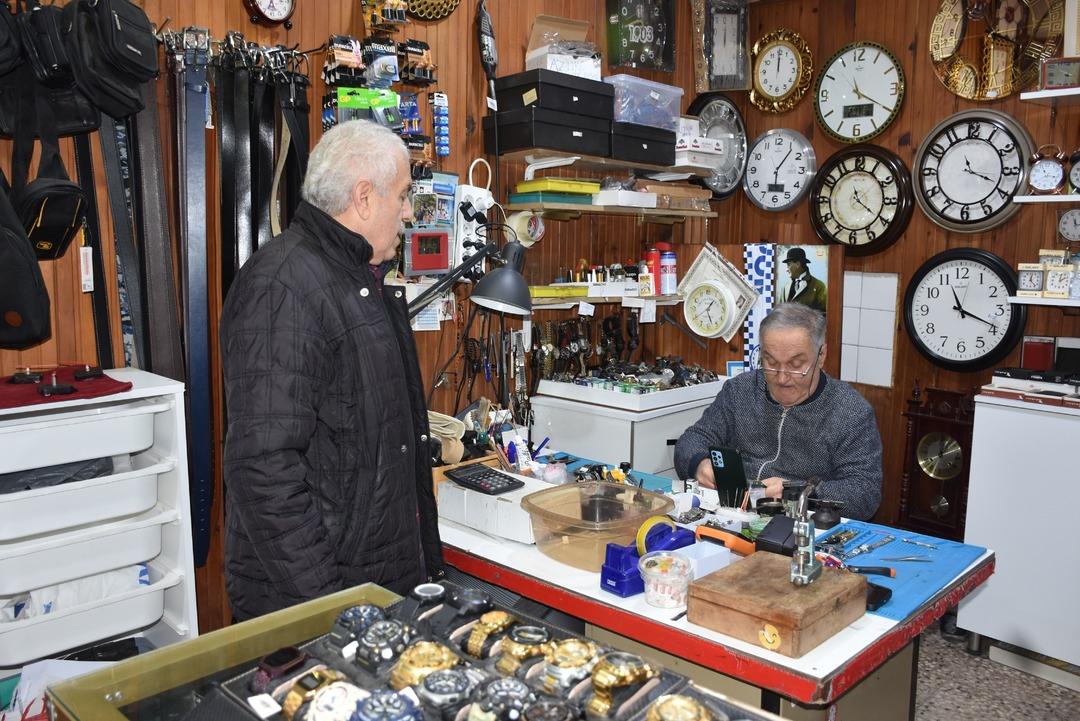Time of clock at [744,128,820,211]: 6:06
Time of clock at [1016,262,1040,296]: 12:23
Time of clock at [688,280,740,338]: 1:27
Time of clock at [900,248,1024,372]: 11:18
